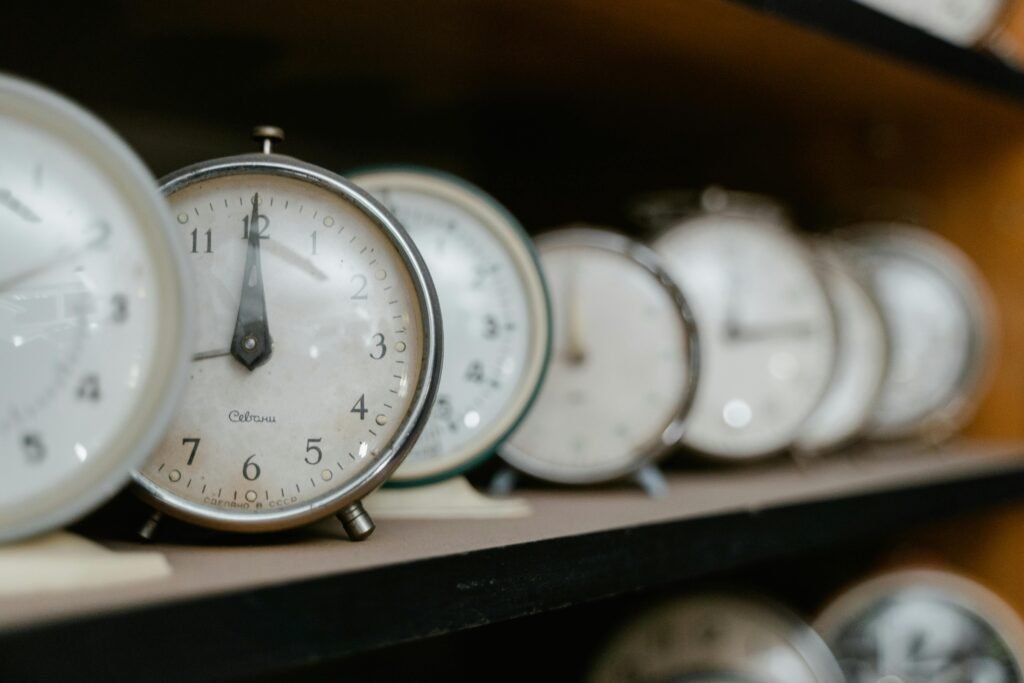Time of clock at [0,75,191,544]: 12:00
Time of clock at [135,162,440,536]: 12:00
